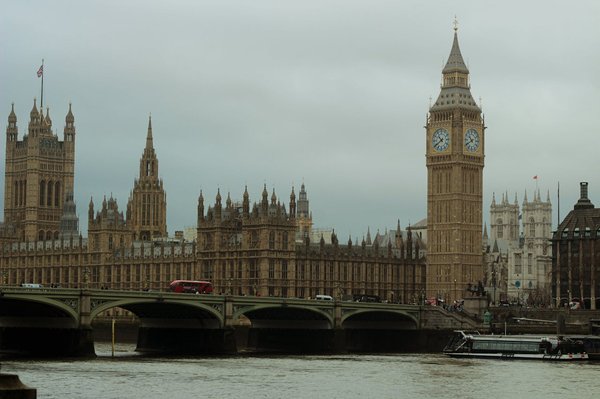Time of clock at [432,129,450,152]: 10:39
